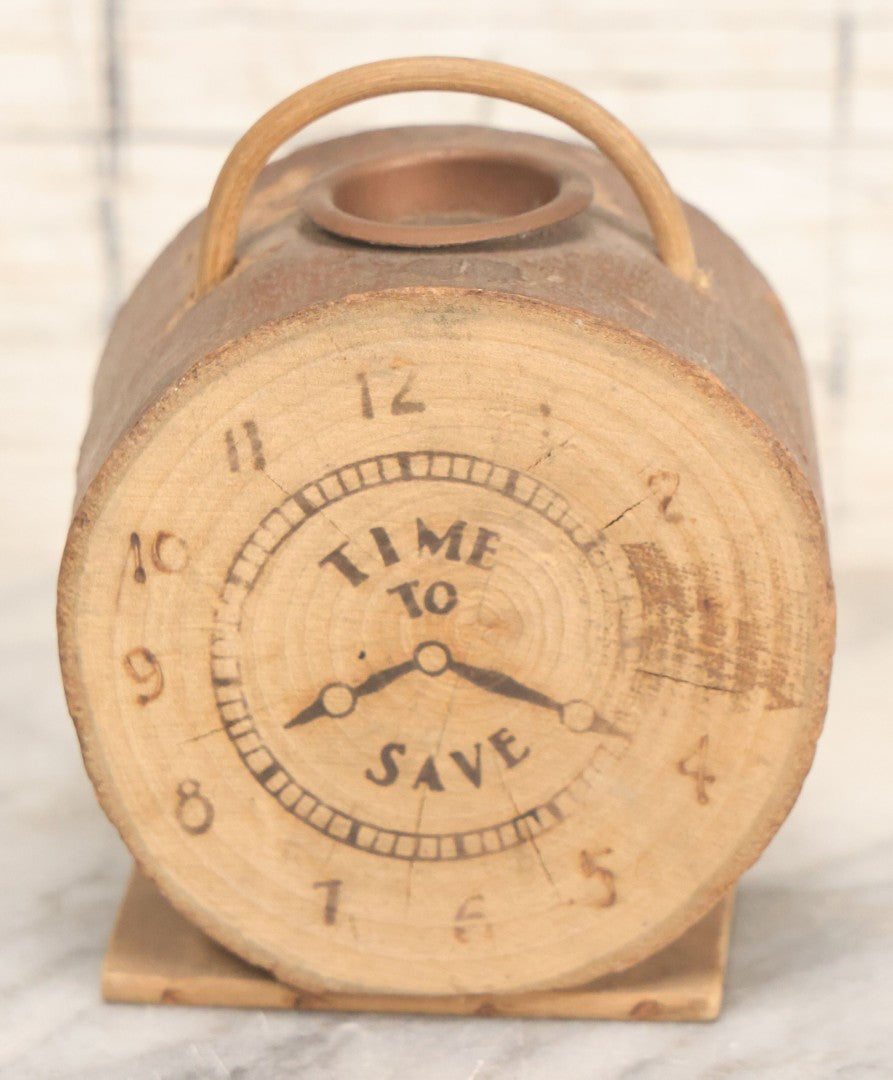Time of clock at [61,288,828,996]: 8:19
